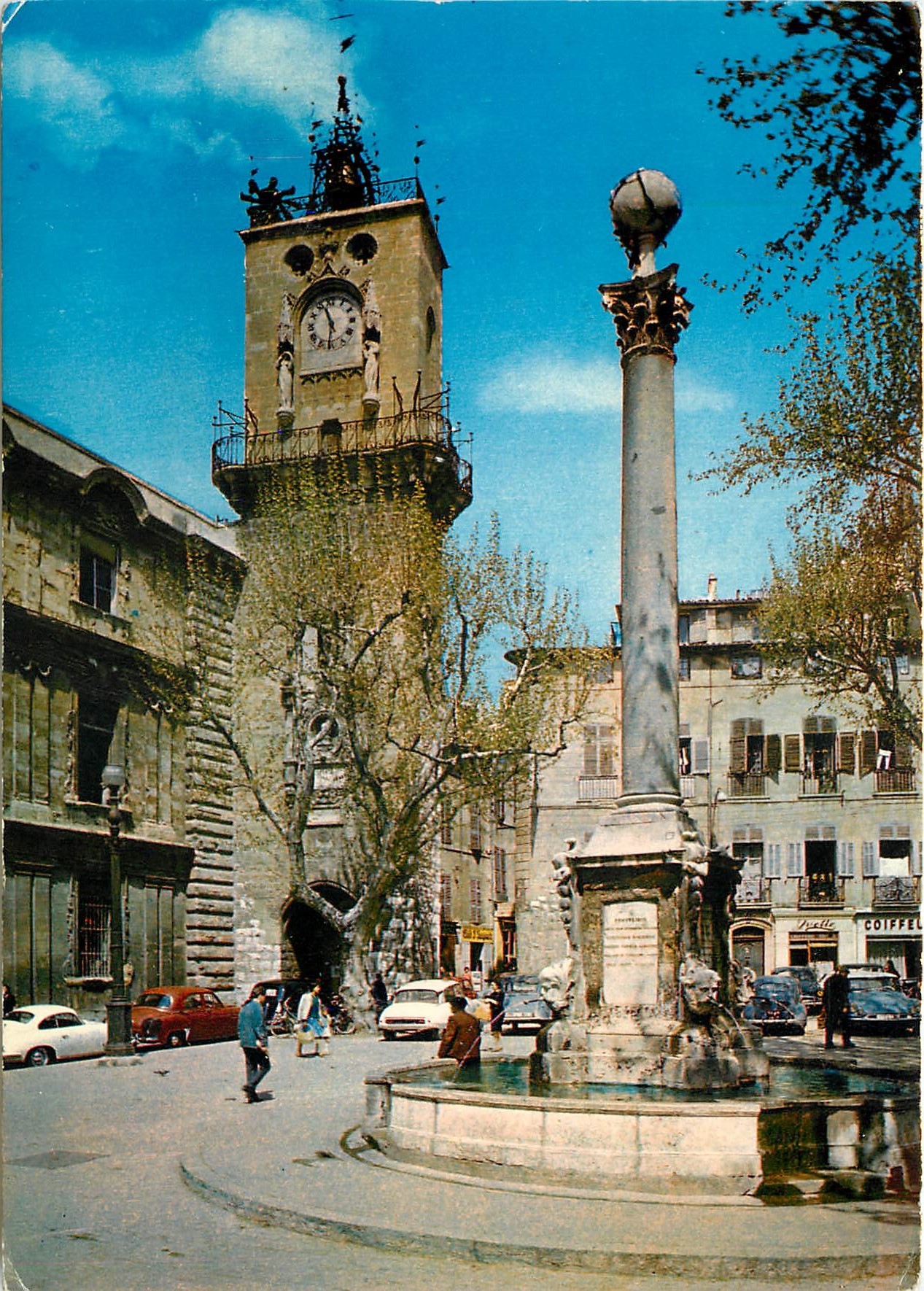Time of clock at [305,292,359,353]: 11:31
